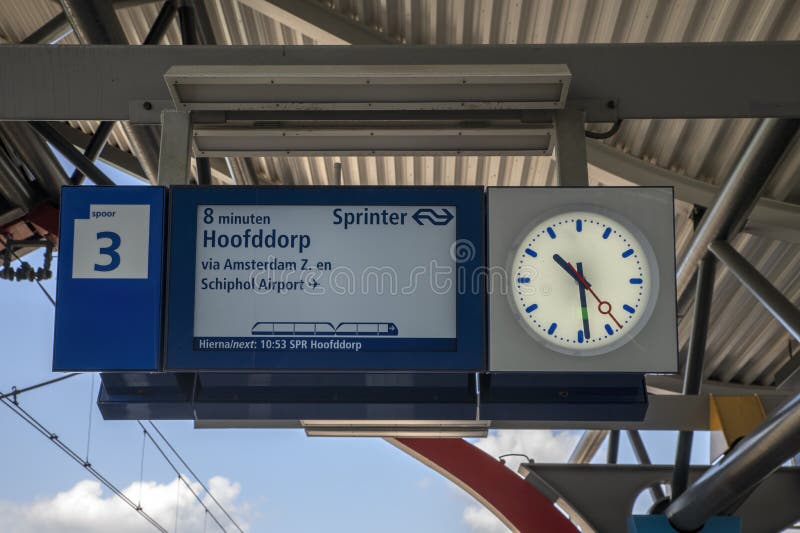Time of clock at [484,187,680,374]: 10:28
